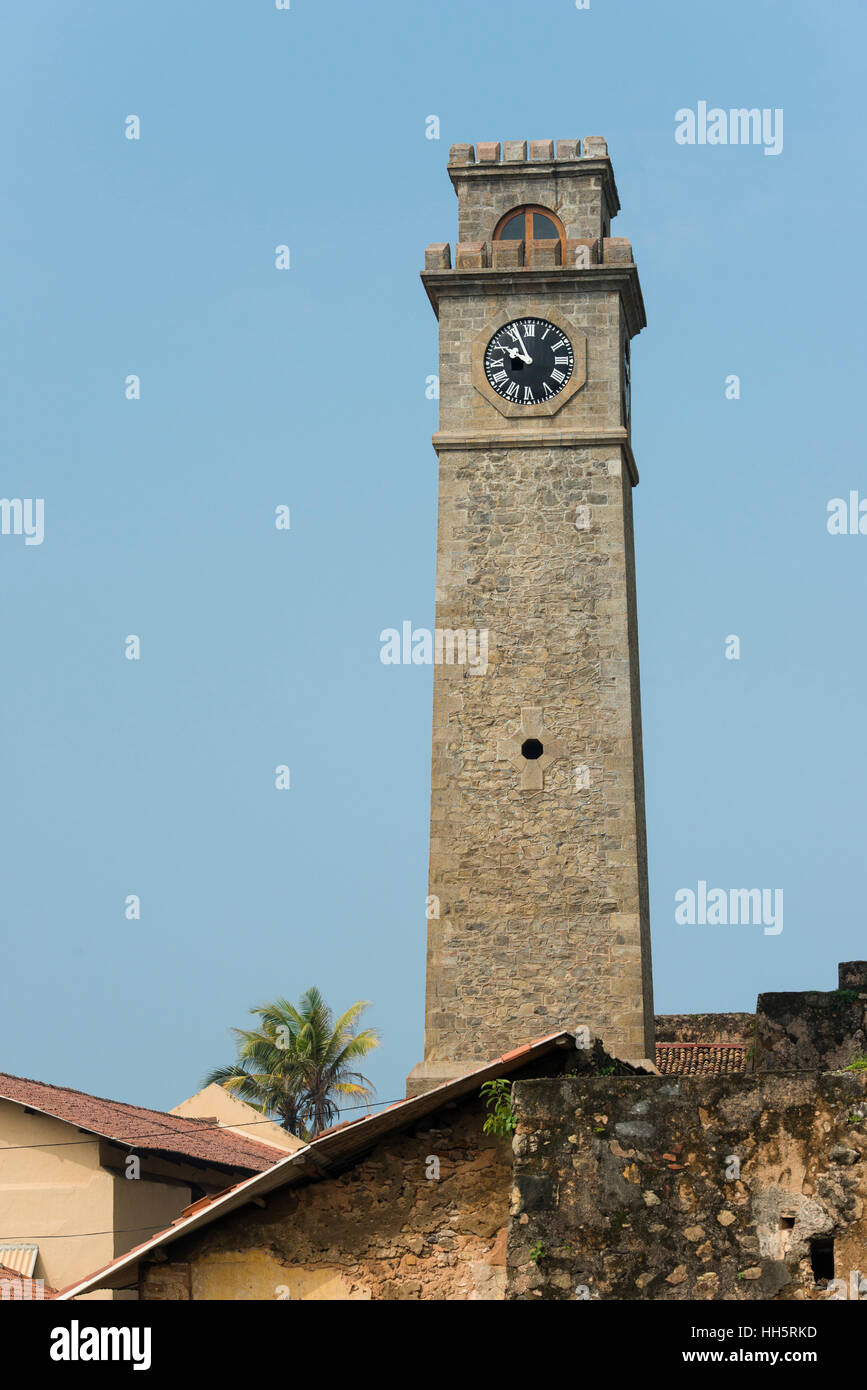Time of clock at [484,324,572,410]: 9:56
